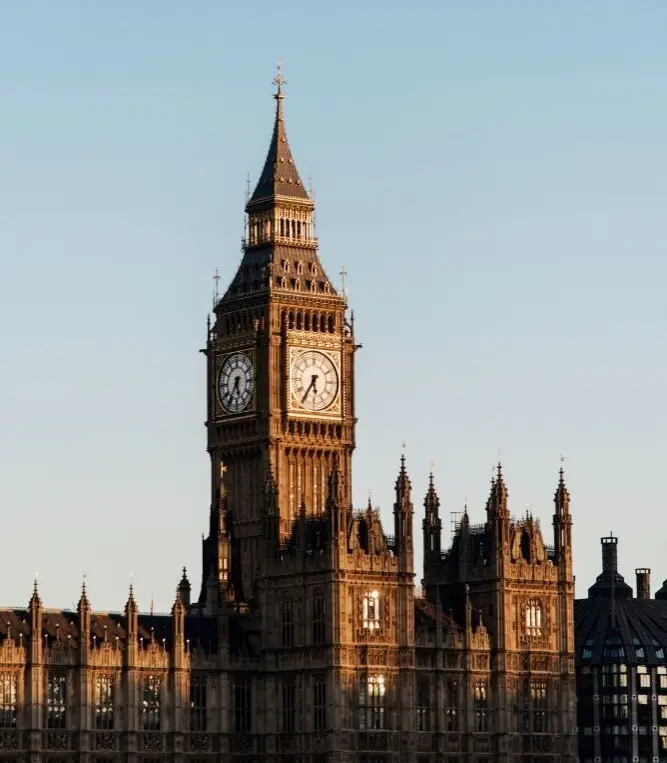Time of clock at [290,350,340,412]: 5:35
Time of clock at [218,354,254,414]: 5:35
